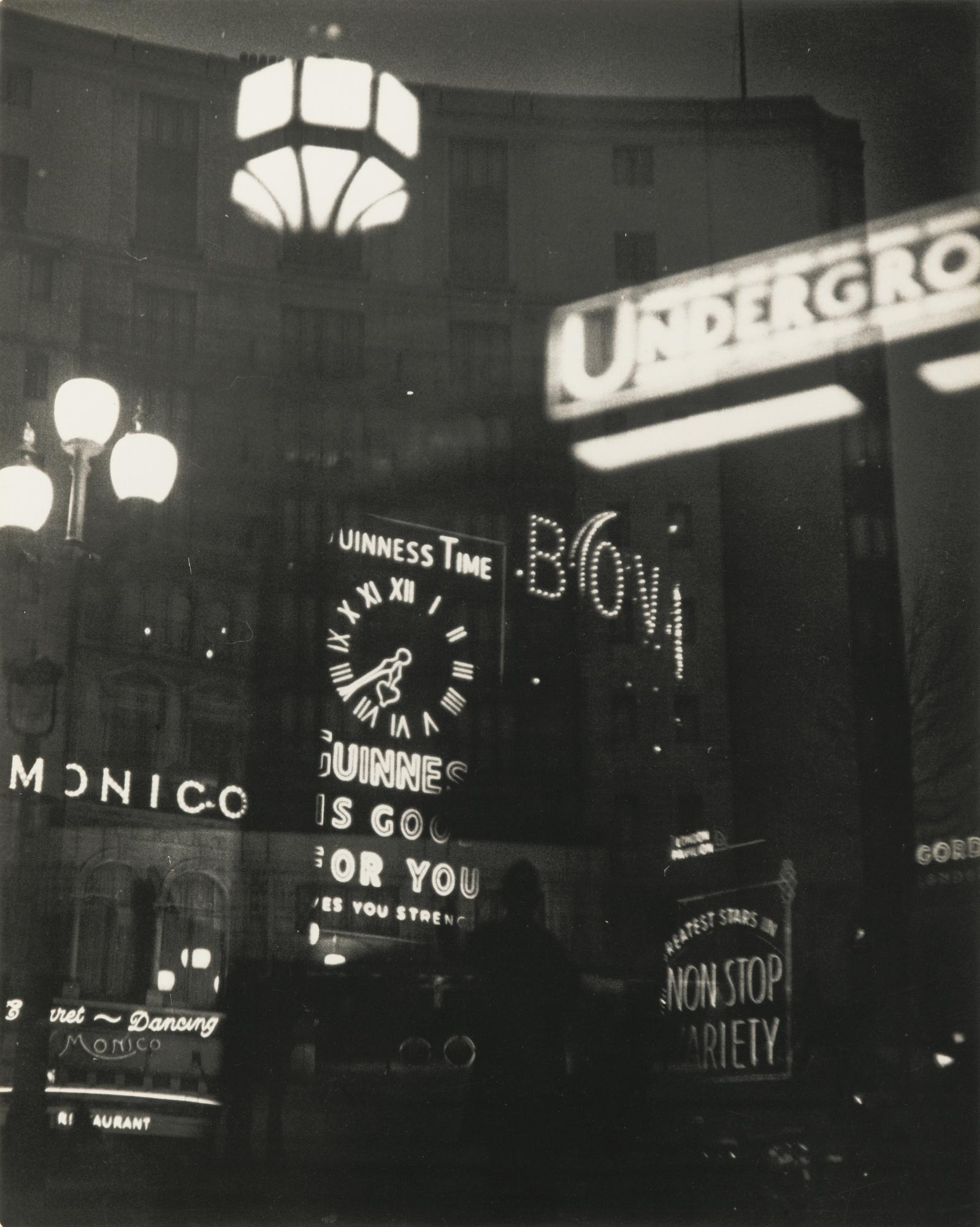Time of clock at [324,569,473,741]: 6:38
